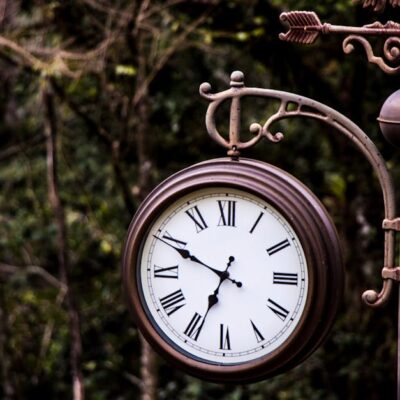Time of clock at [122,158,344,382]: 6:49
